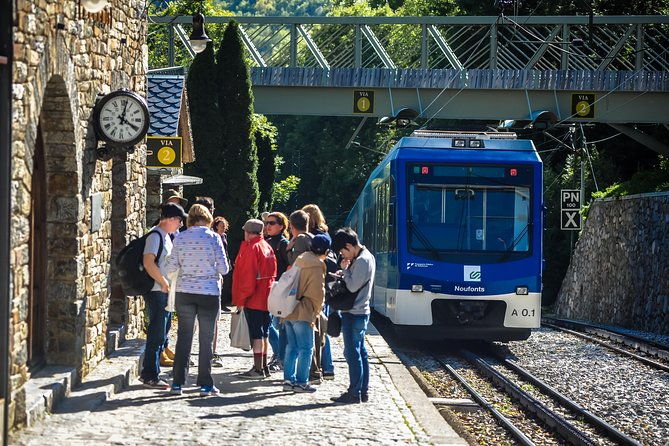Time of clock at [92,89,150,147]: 4:02
